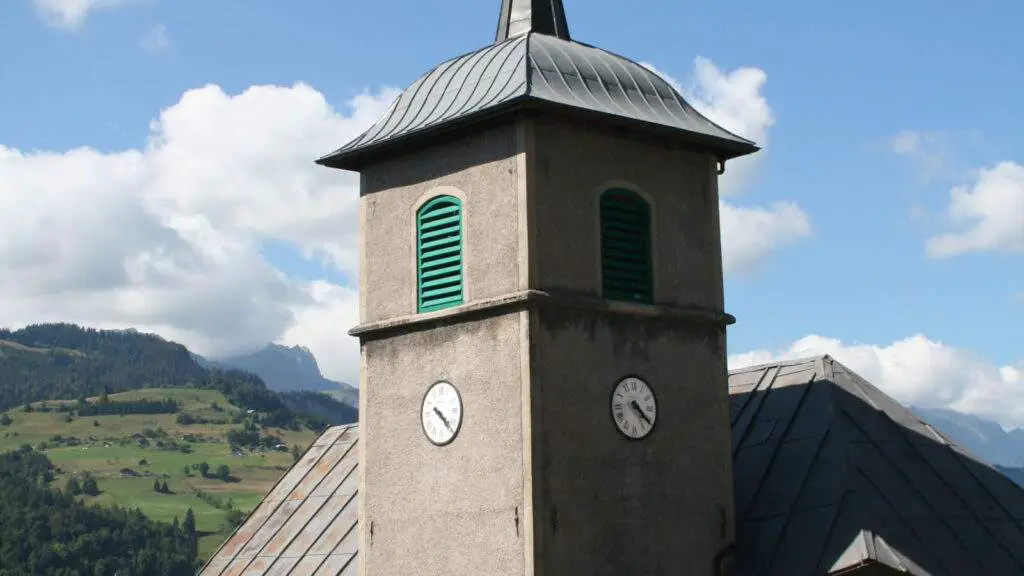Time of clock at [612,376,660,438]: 4:21
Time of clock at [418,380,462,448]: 4:22
